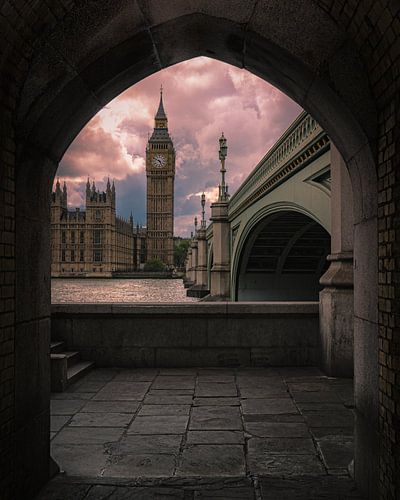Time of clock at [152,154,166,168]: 4:50
